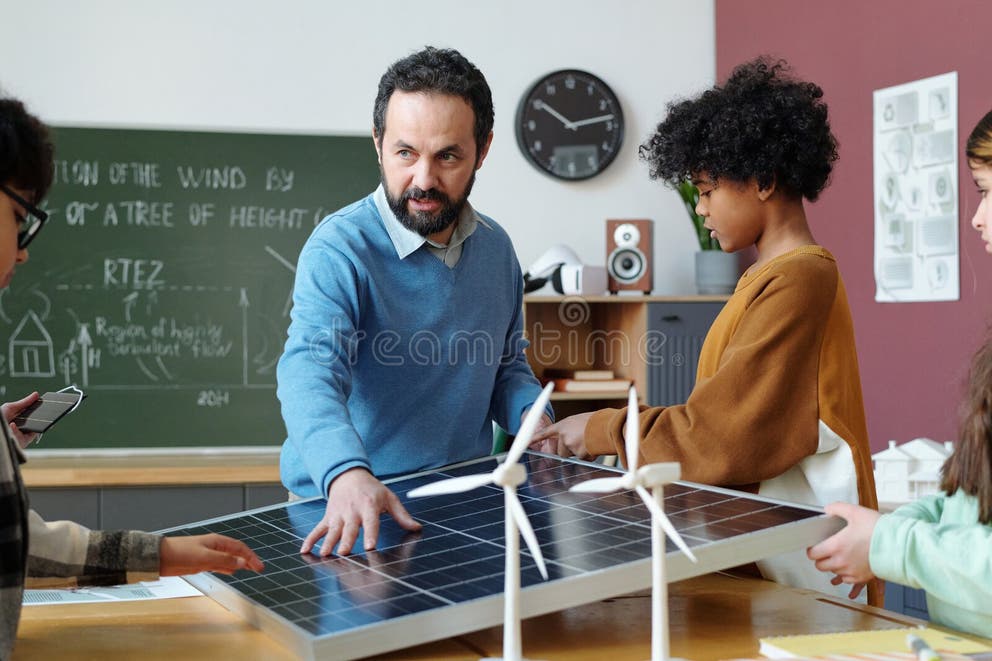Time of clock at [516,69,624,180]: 10:12
